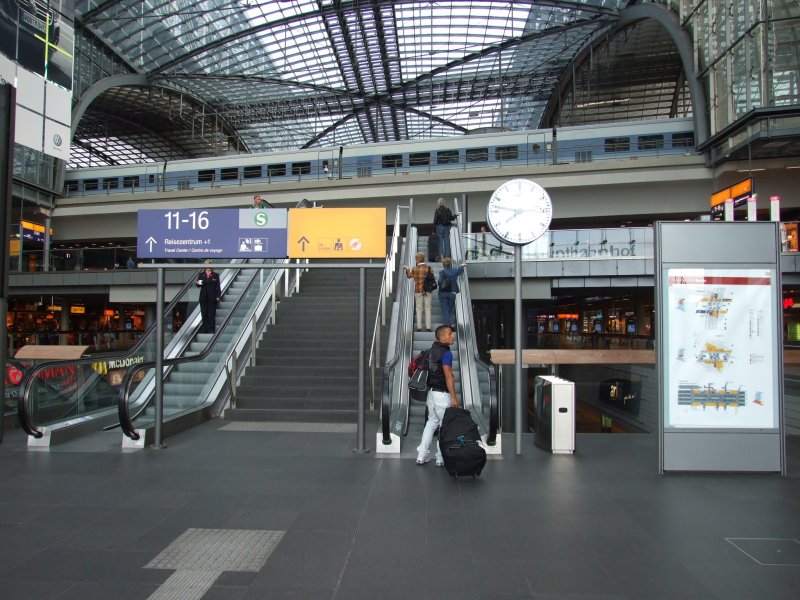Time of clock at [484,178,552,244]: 7:46
